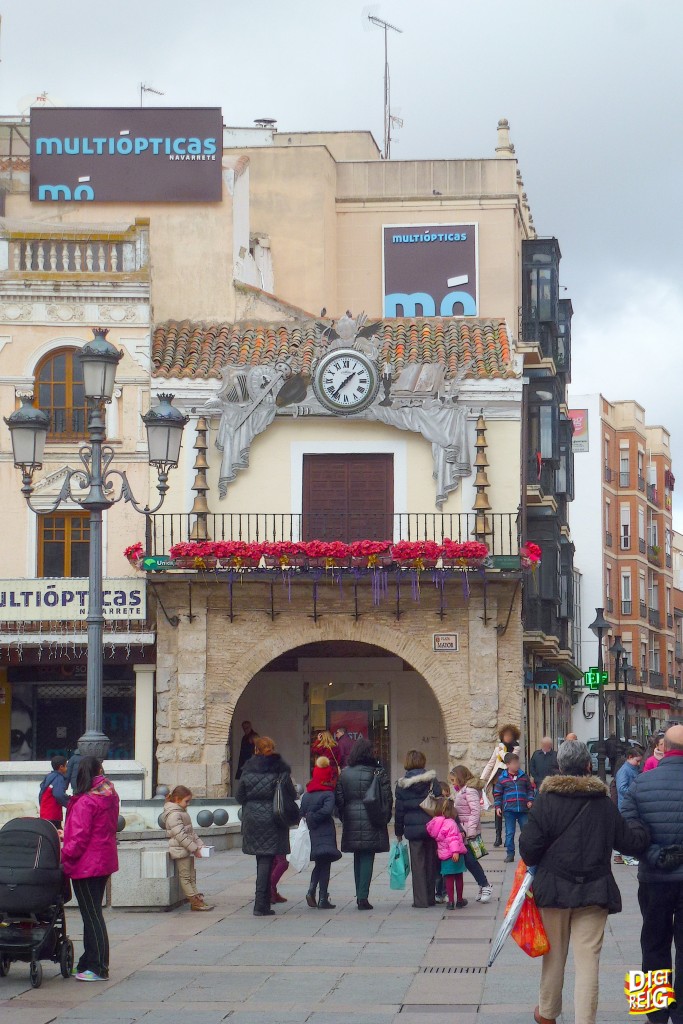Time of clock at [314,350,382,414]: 1:36
